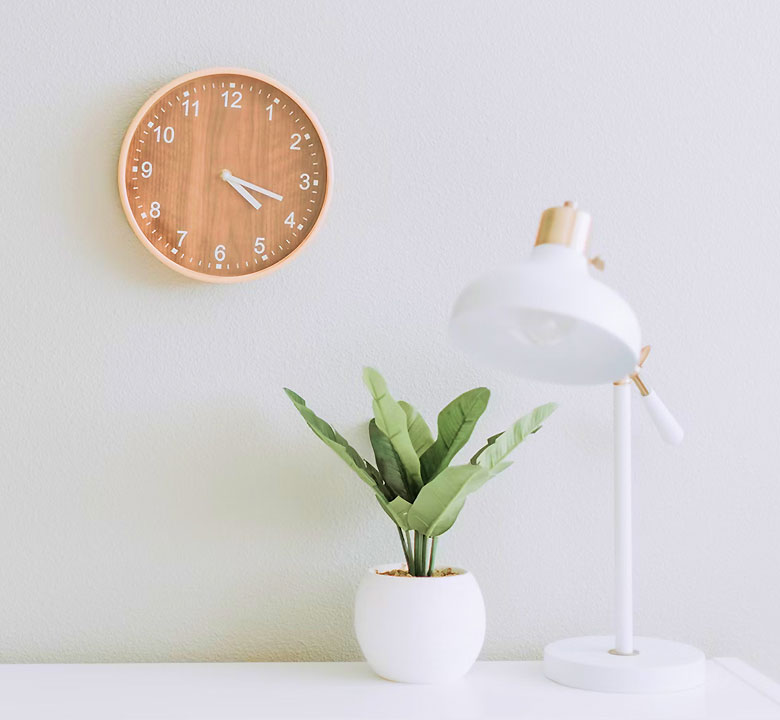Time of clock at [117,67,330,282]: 4:18
